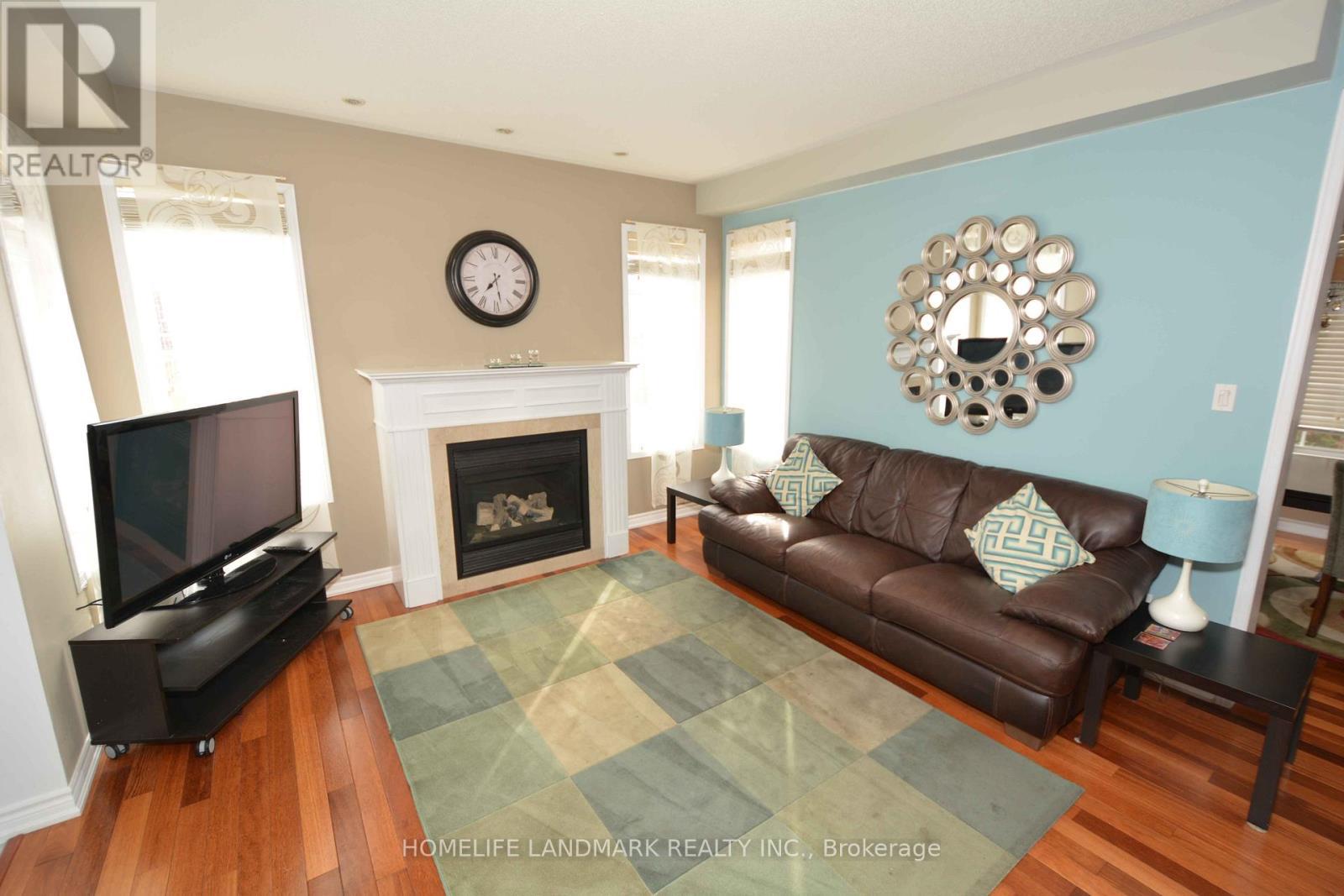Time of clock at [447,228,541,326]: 7:28
